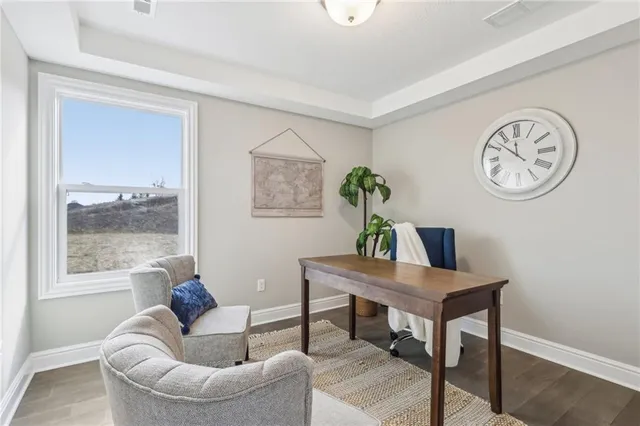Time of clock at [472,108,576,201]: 11:51
